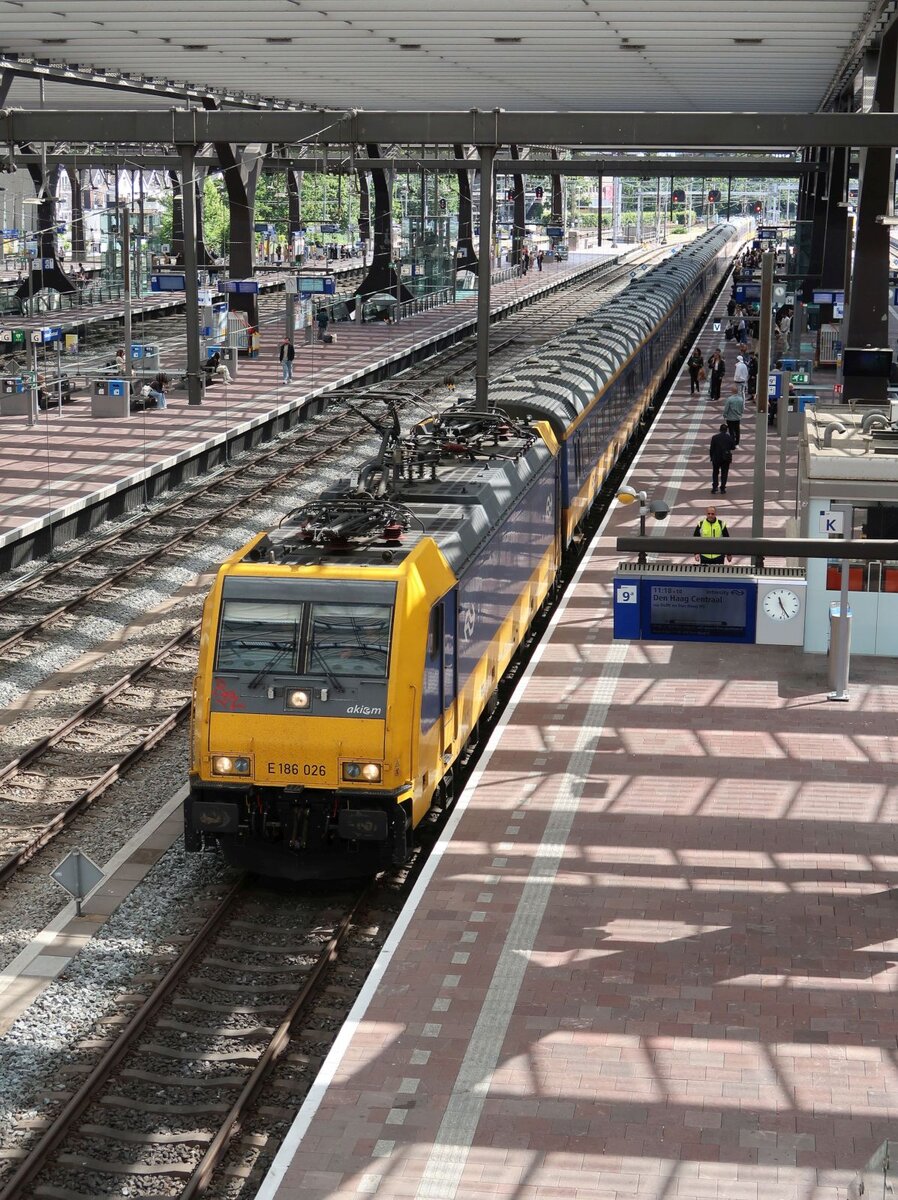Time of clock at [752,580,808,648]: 11:24
